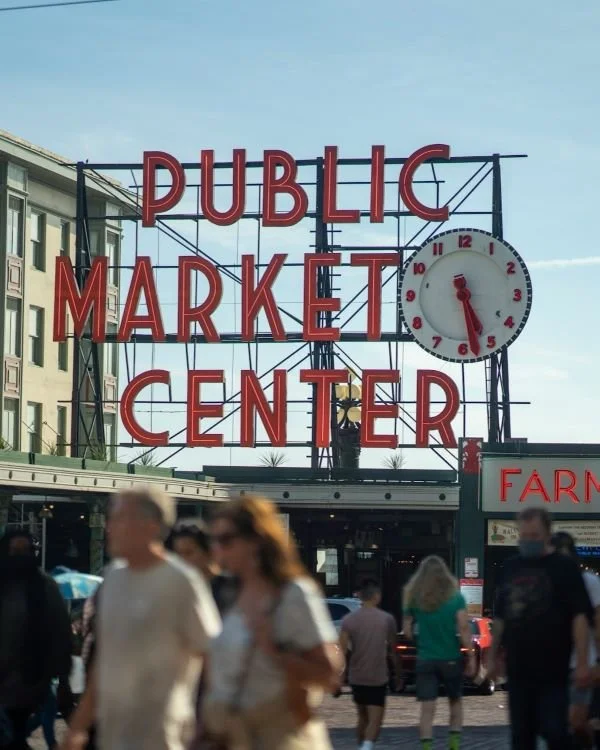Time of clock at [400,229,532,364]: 5:28
